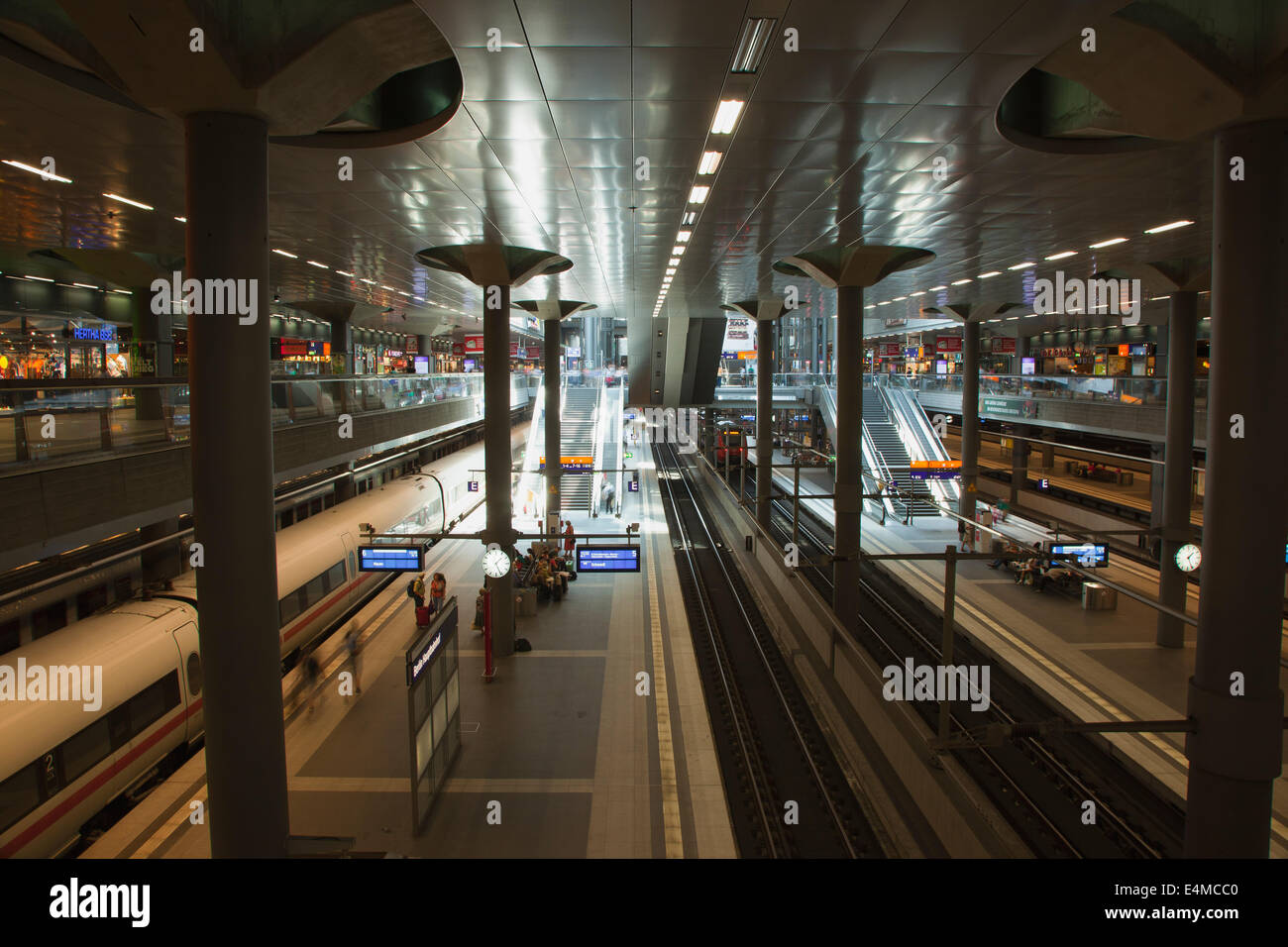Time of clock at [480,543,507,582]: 1:26
